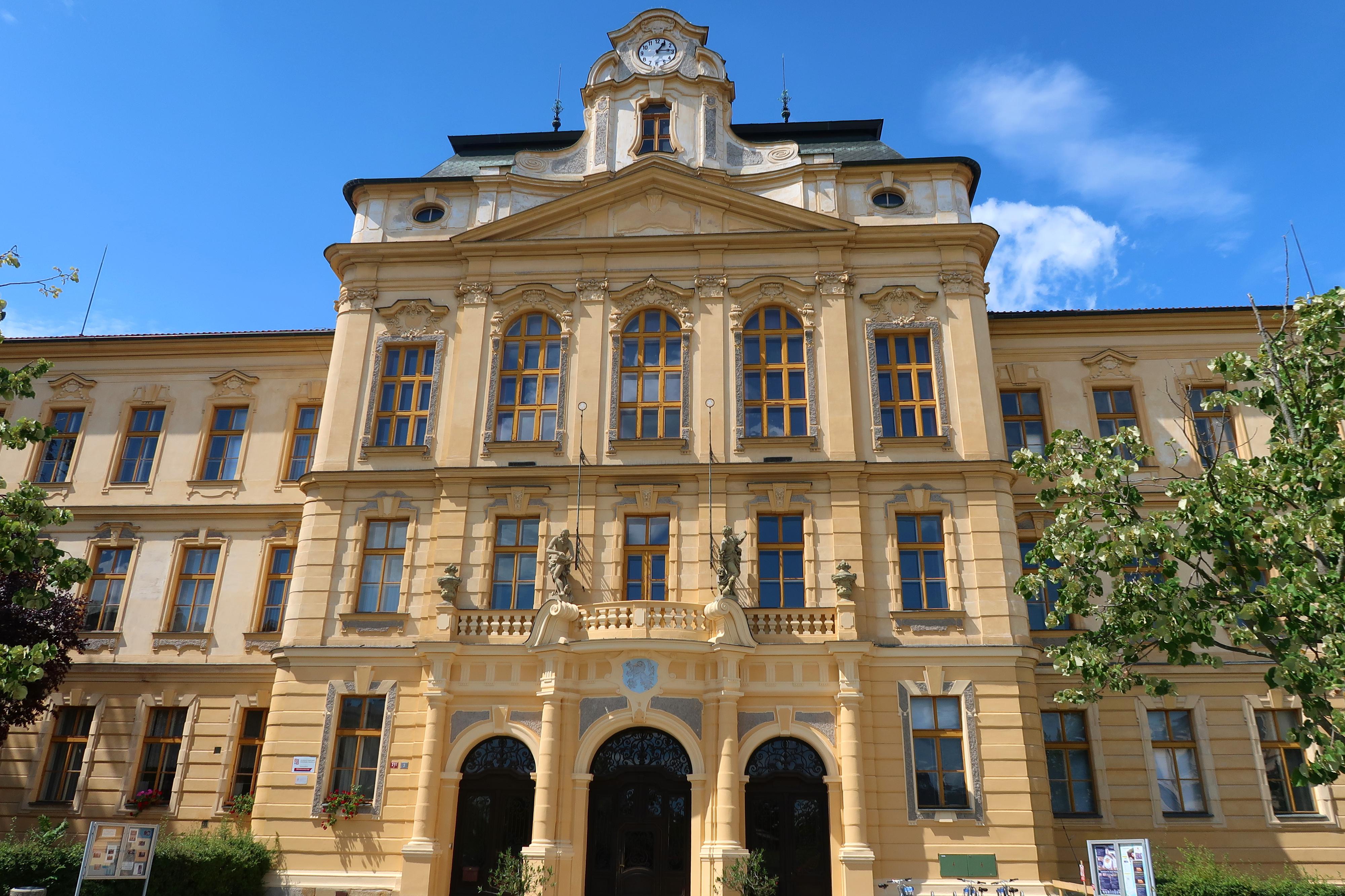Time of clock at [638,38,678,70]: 1:14
